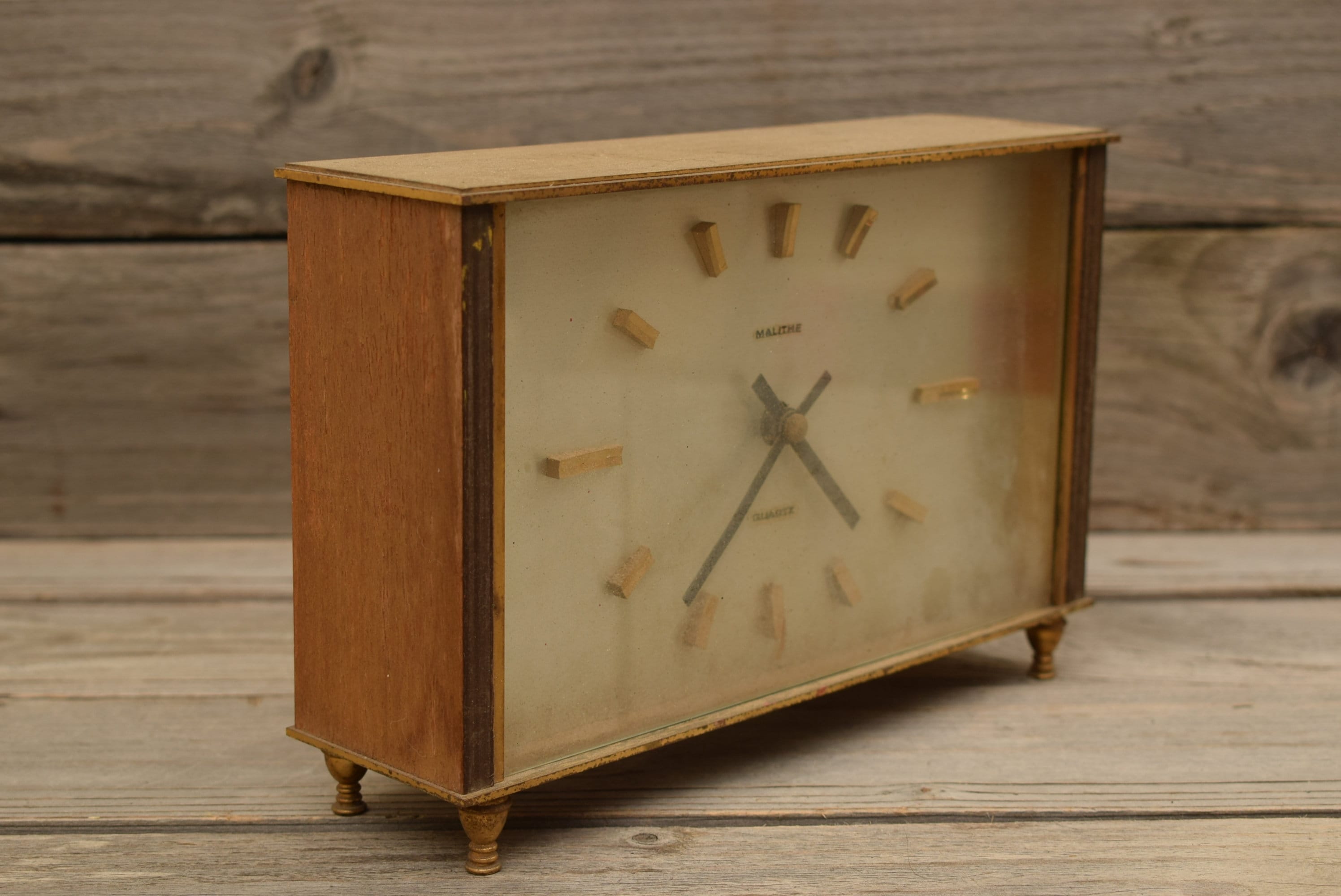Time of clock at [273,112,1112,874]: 4:36
